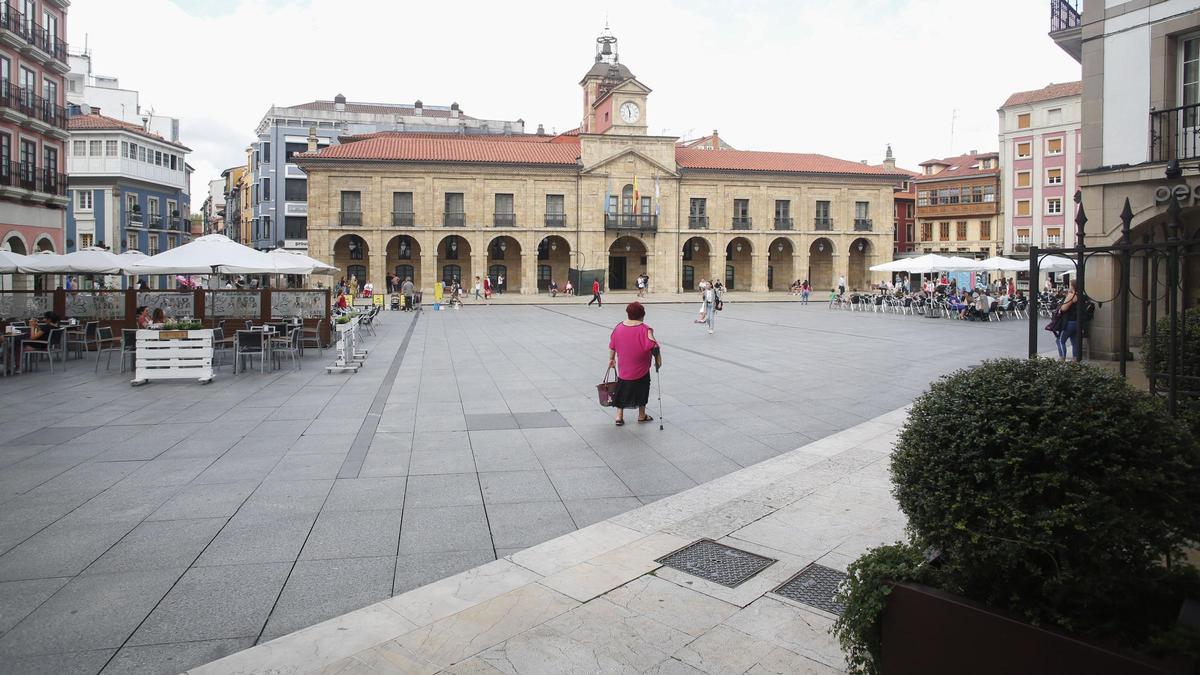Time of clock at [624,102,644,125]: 5:57
